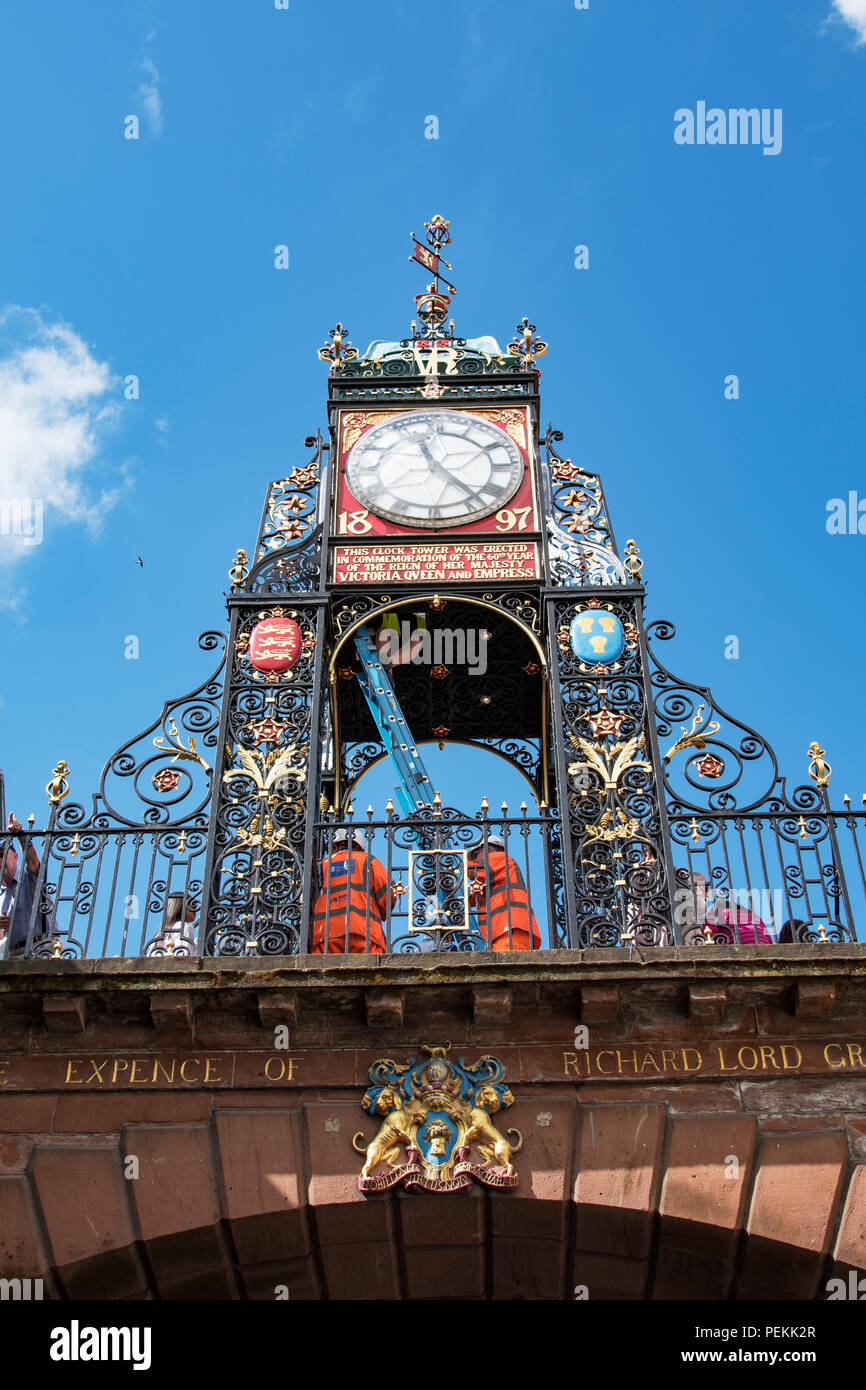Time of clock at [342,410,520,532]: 11:23
